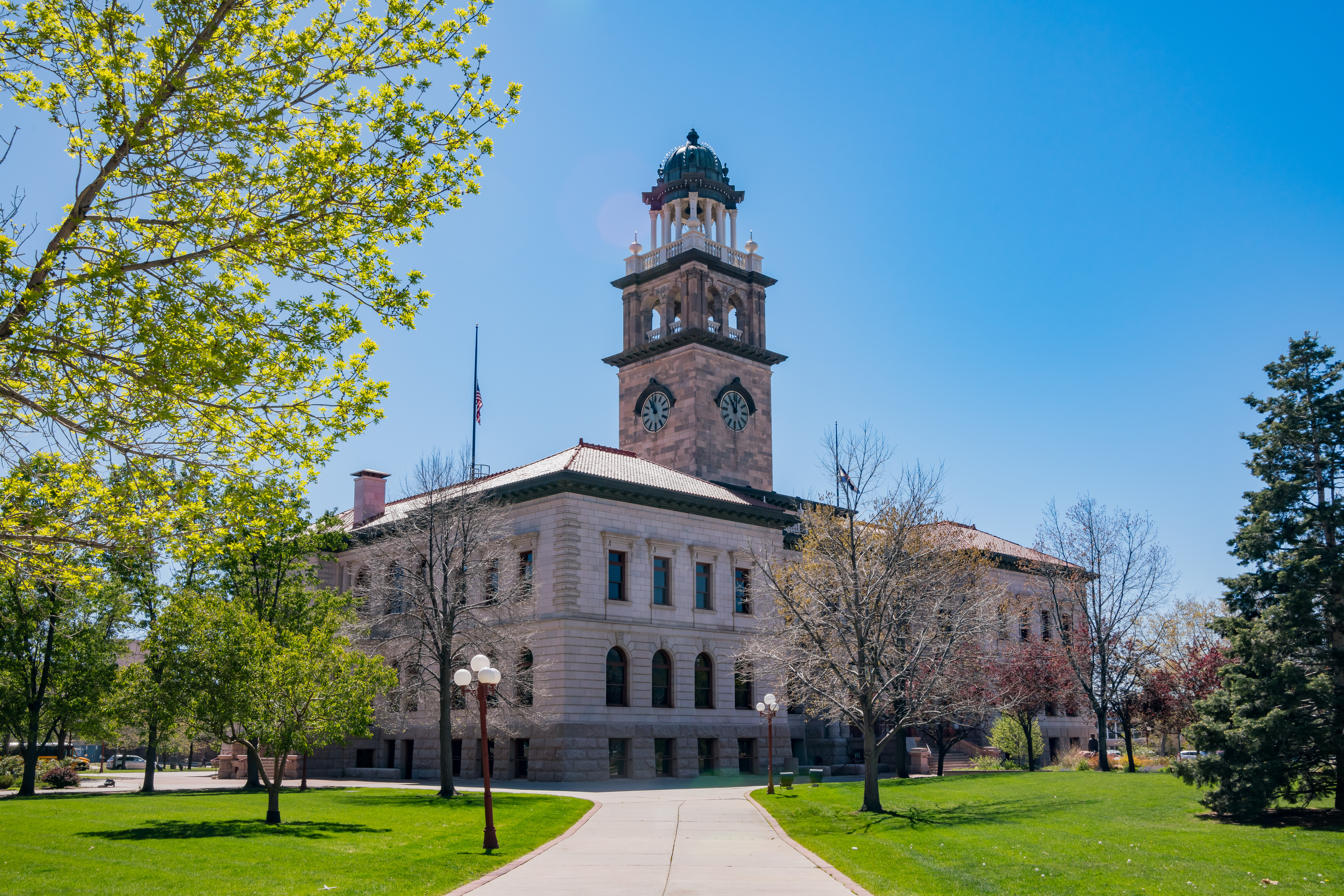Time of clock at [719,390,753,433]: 11:02
